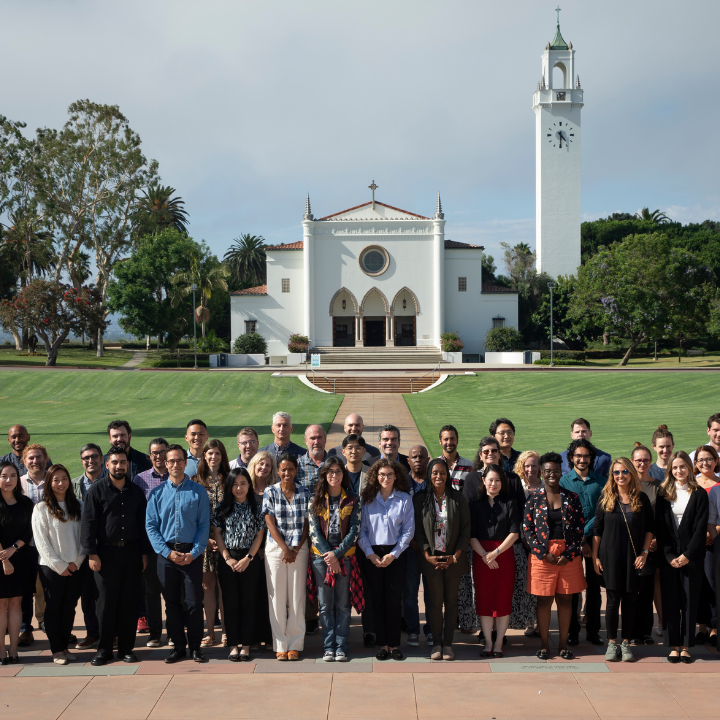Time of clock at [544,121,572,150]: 4:30
